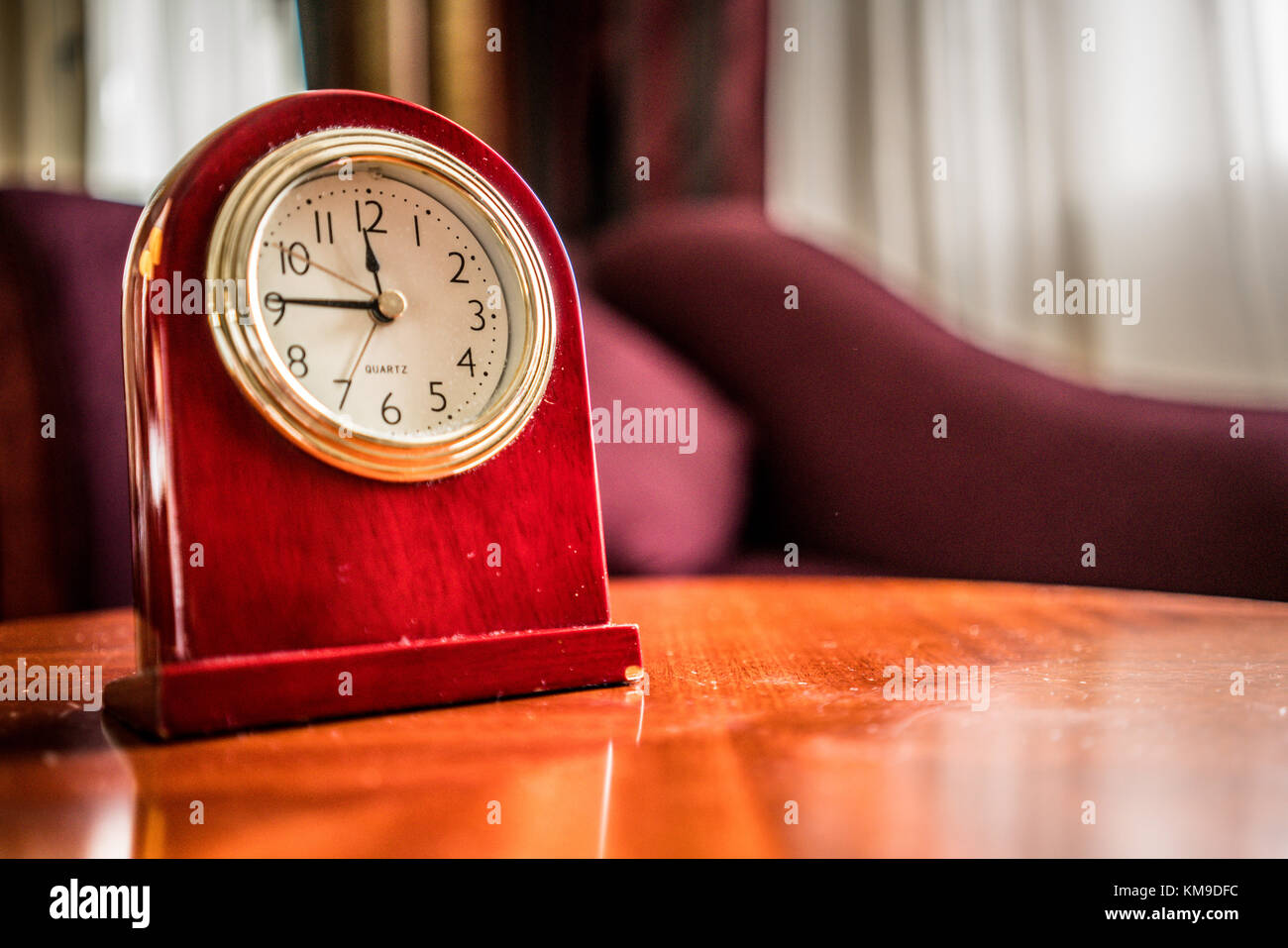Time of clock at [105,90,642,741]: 11:45
